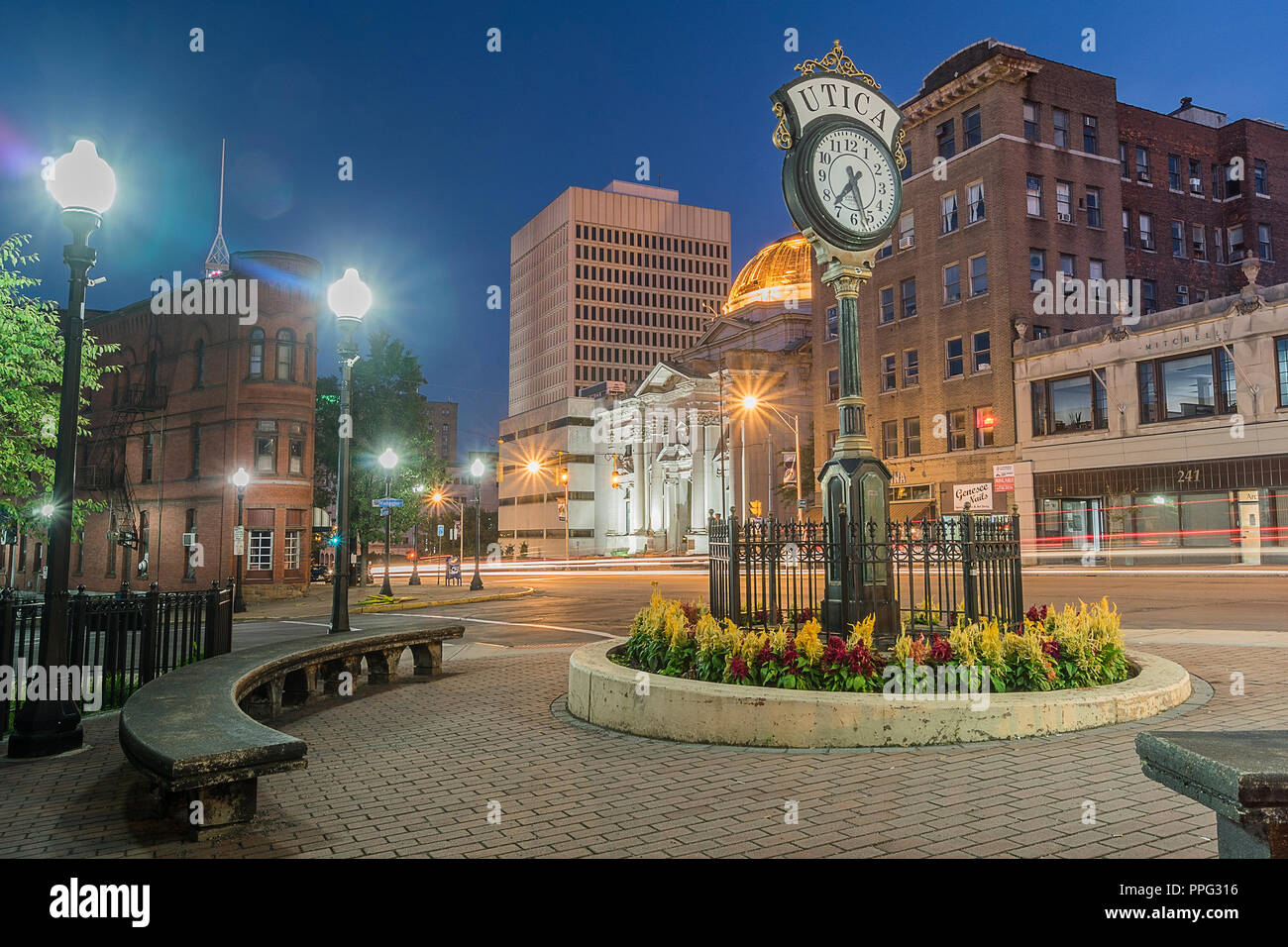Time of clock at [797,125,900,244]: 7:27
